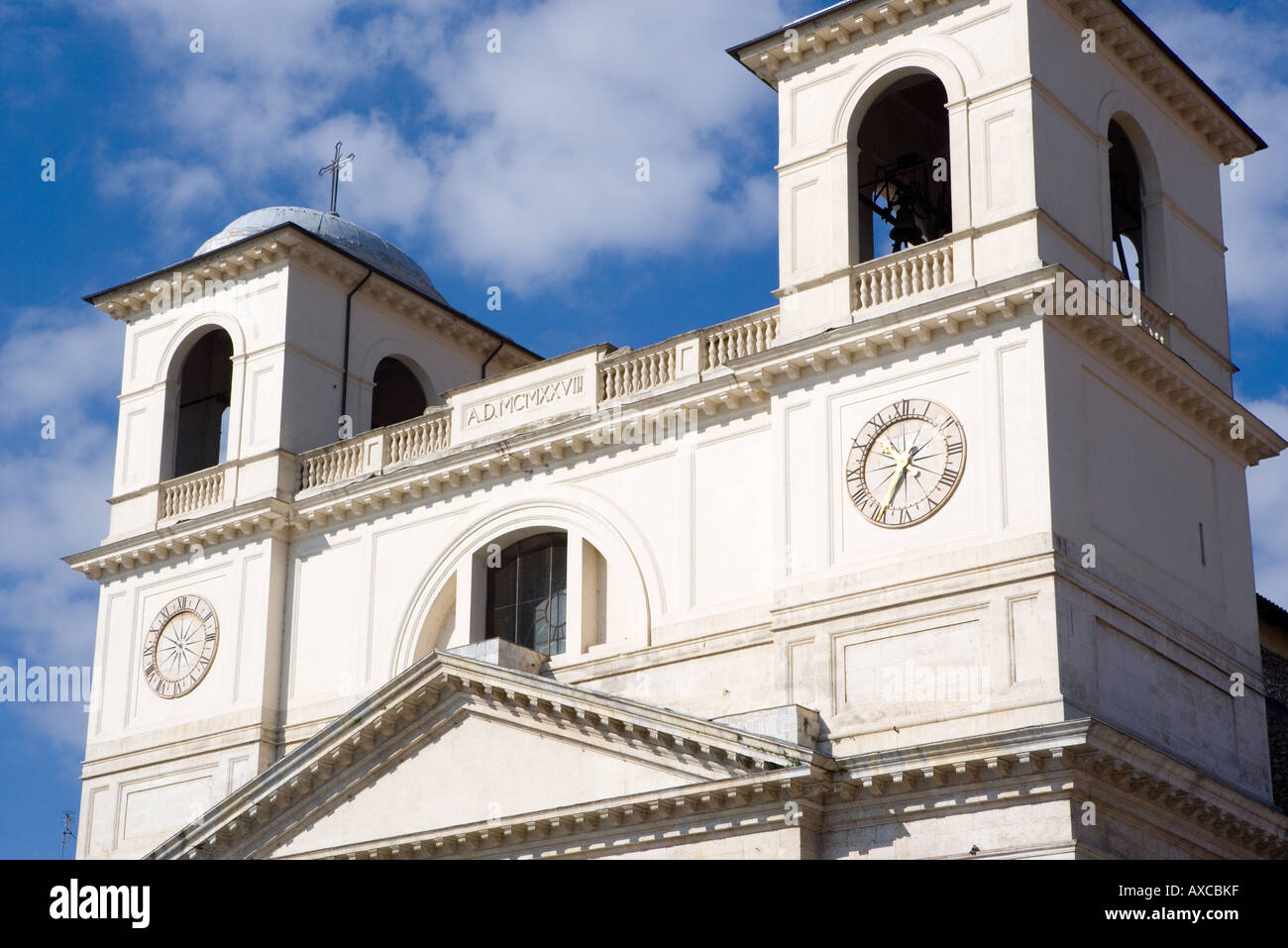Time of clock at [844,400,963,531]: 6:34
